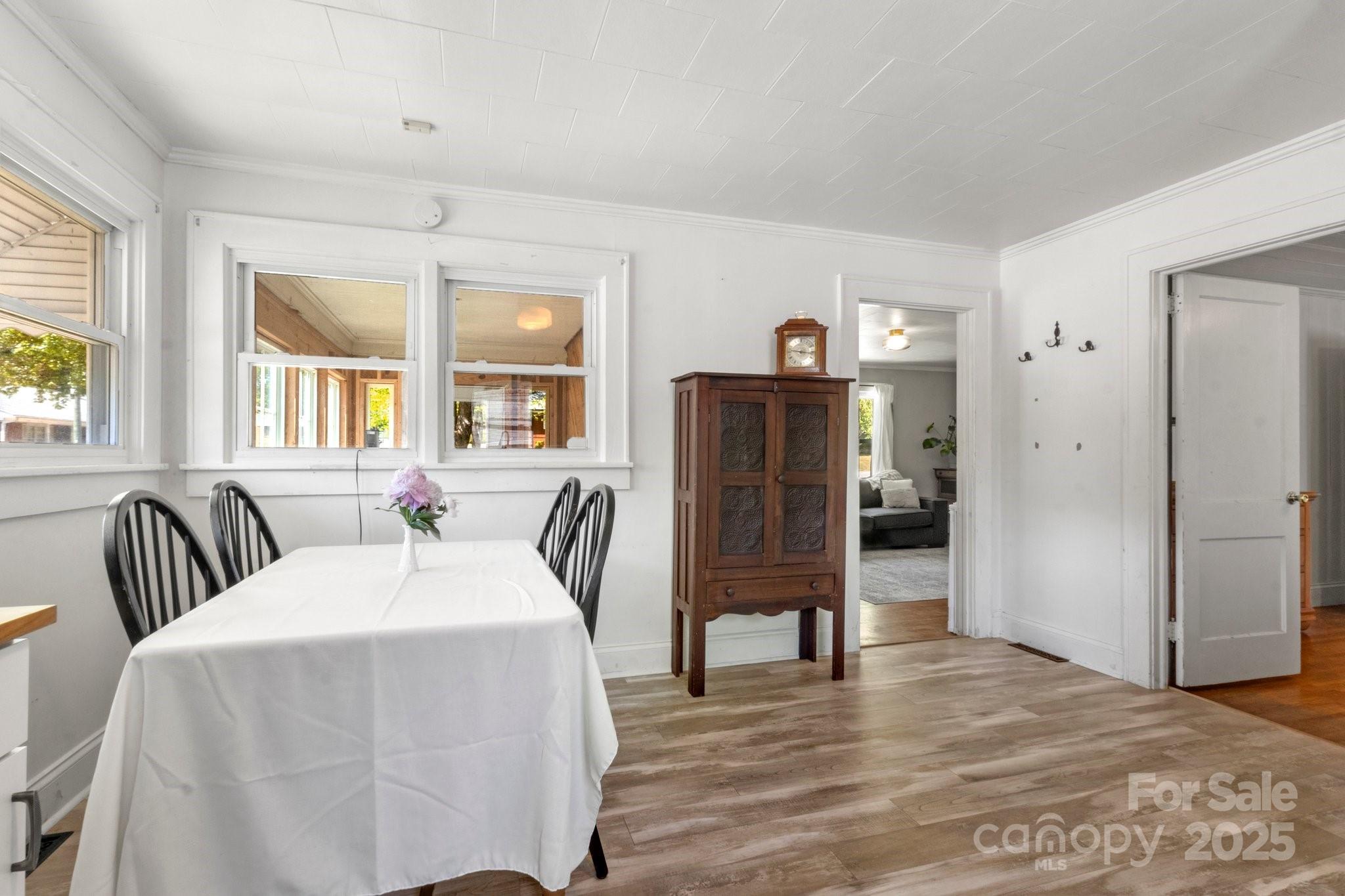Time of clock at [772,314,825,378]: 9:16
